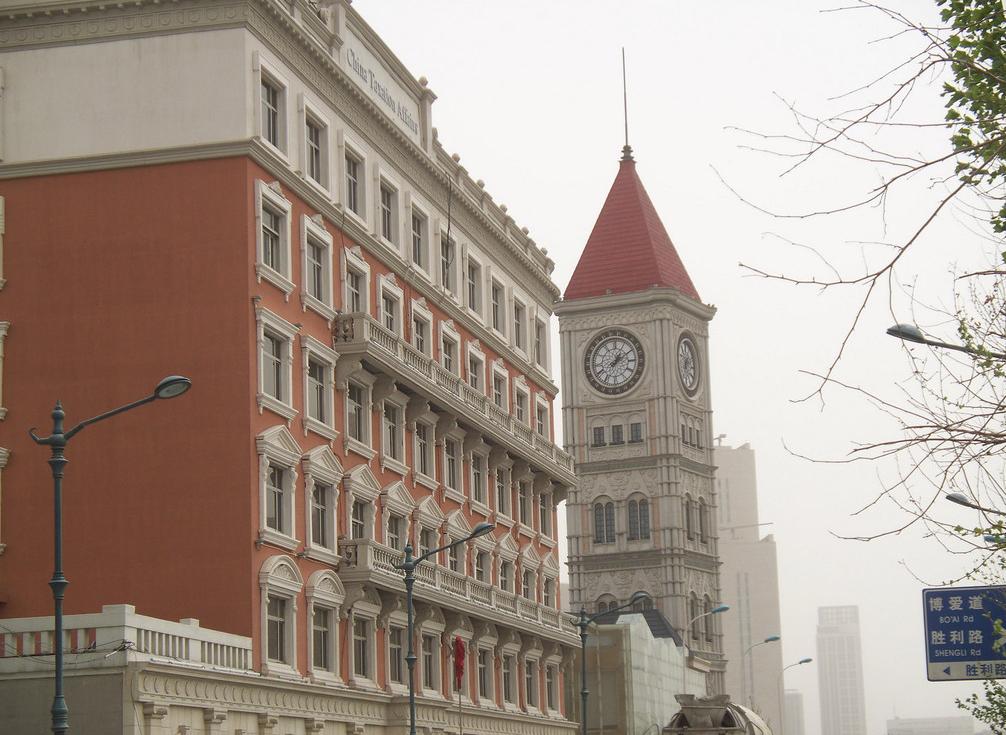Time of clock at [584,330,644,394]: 1:09
